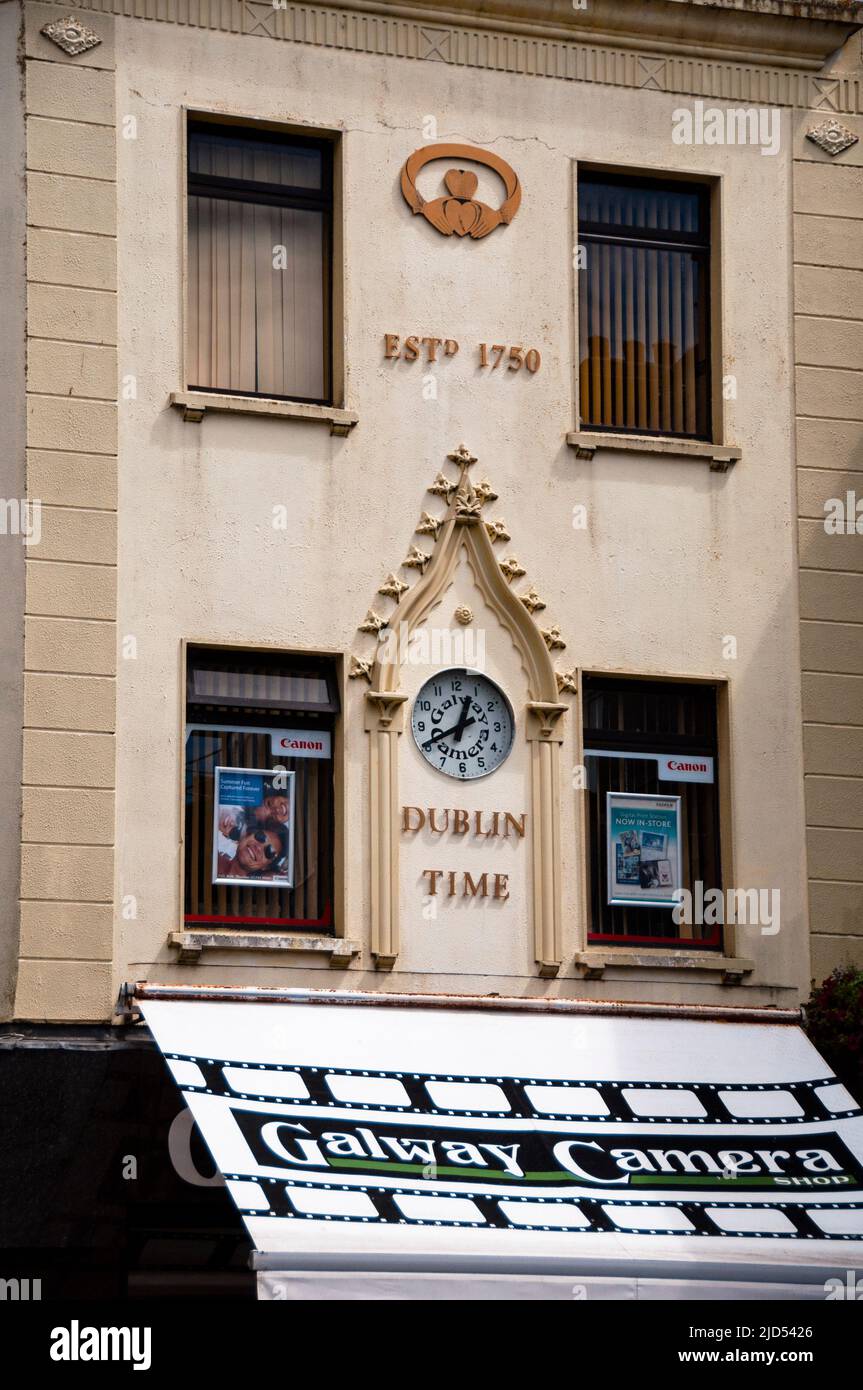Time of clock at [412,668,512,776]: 12:40
